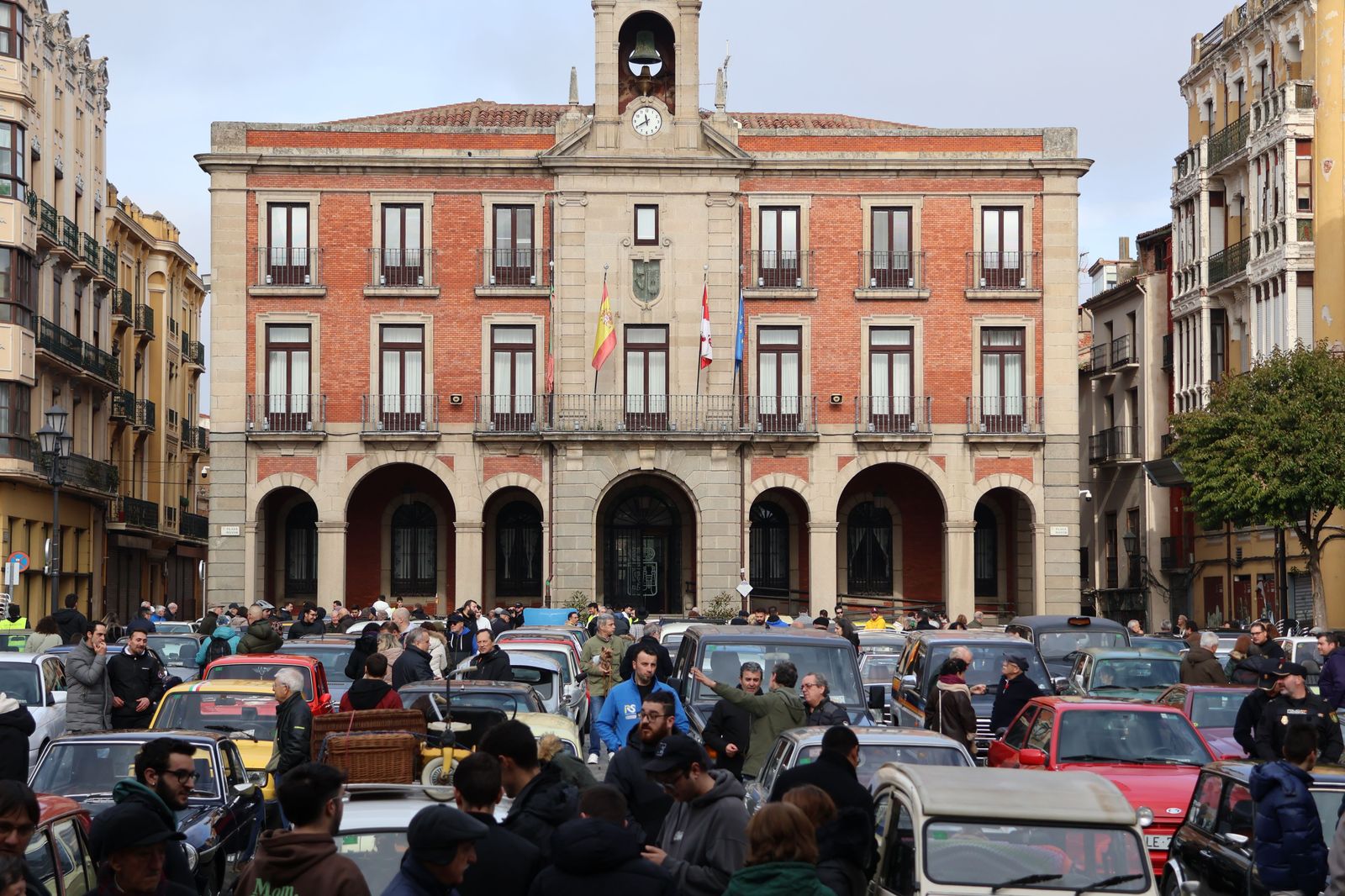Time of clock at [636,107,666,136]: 11:40
